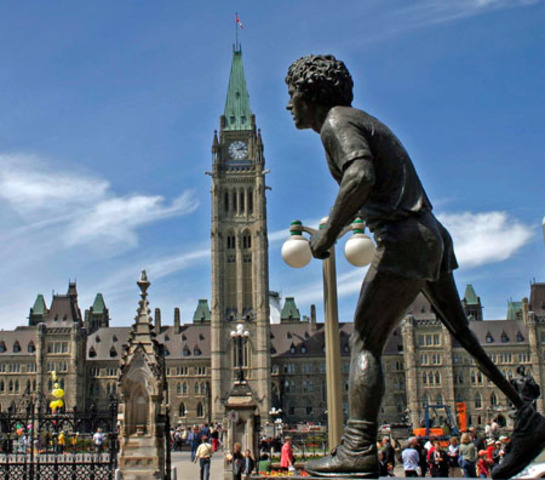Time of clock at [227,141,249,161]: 2:14
